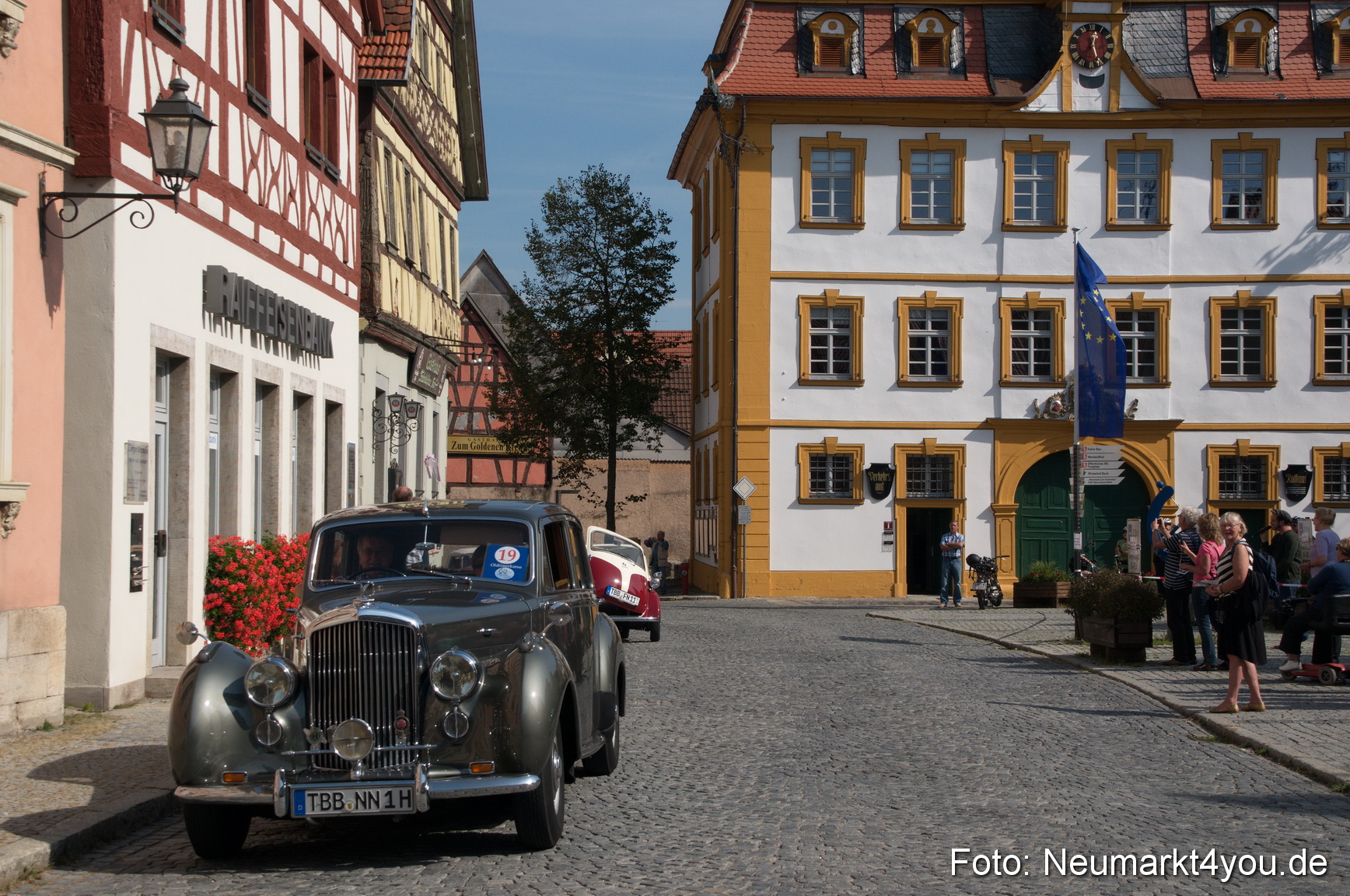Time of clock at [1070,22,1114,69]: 12:26
